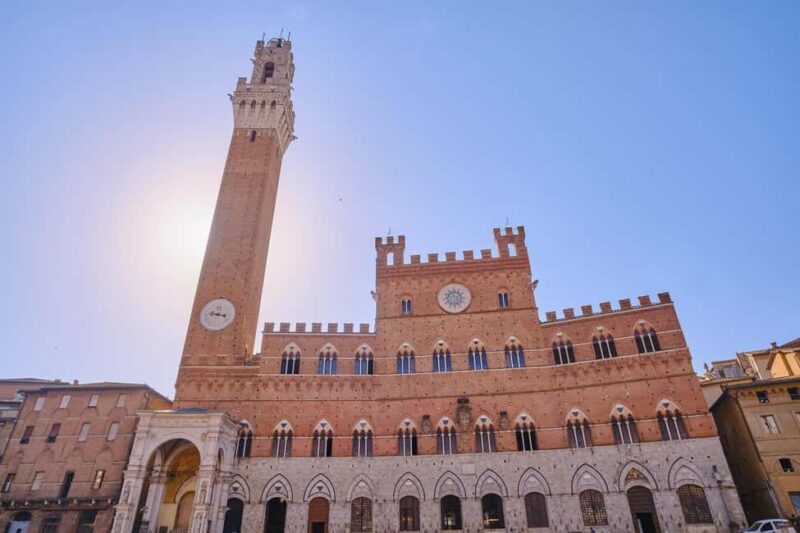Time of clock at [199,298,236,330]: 9:17
